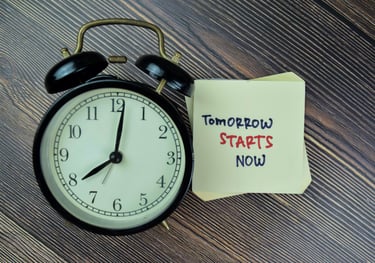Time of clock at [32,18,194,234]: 8:01
